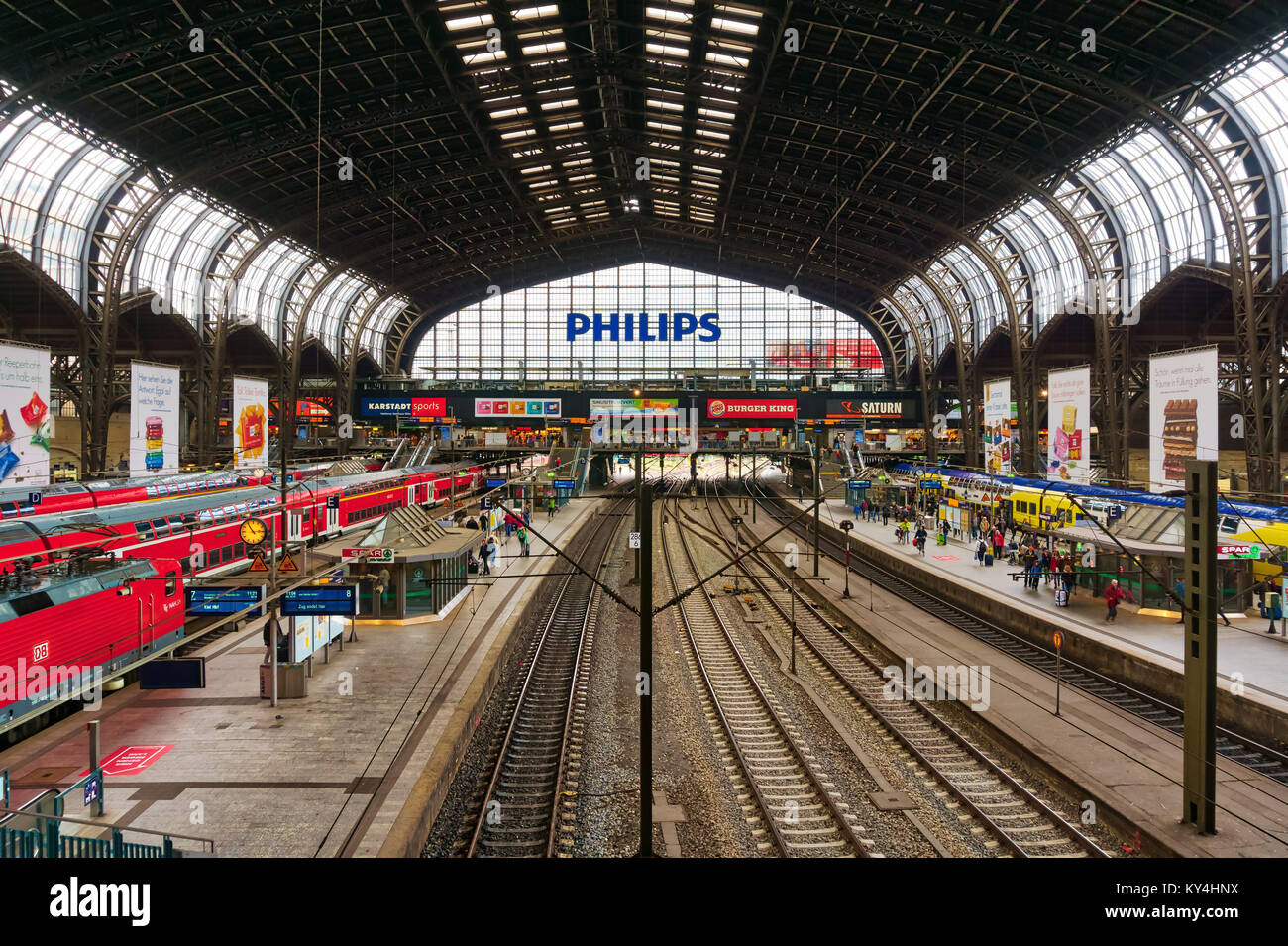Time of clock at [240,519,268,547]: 2:54
